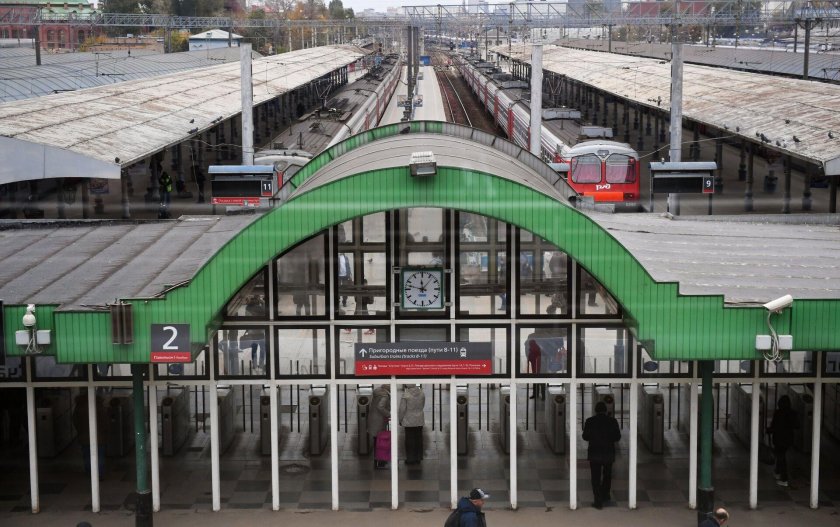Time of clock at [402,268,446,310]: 11:47
